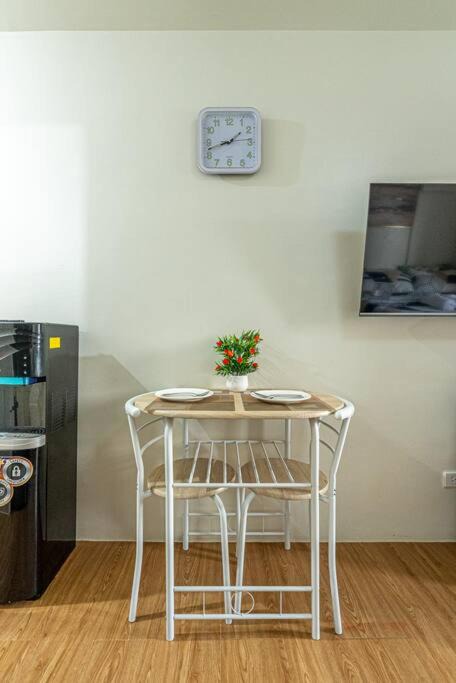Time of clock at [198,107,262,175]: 1:42
